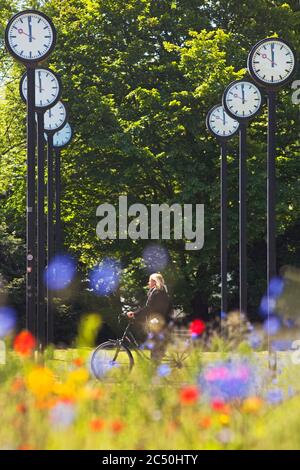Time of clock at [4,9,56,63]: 11:49
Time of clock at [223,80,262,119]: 11:59
